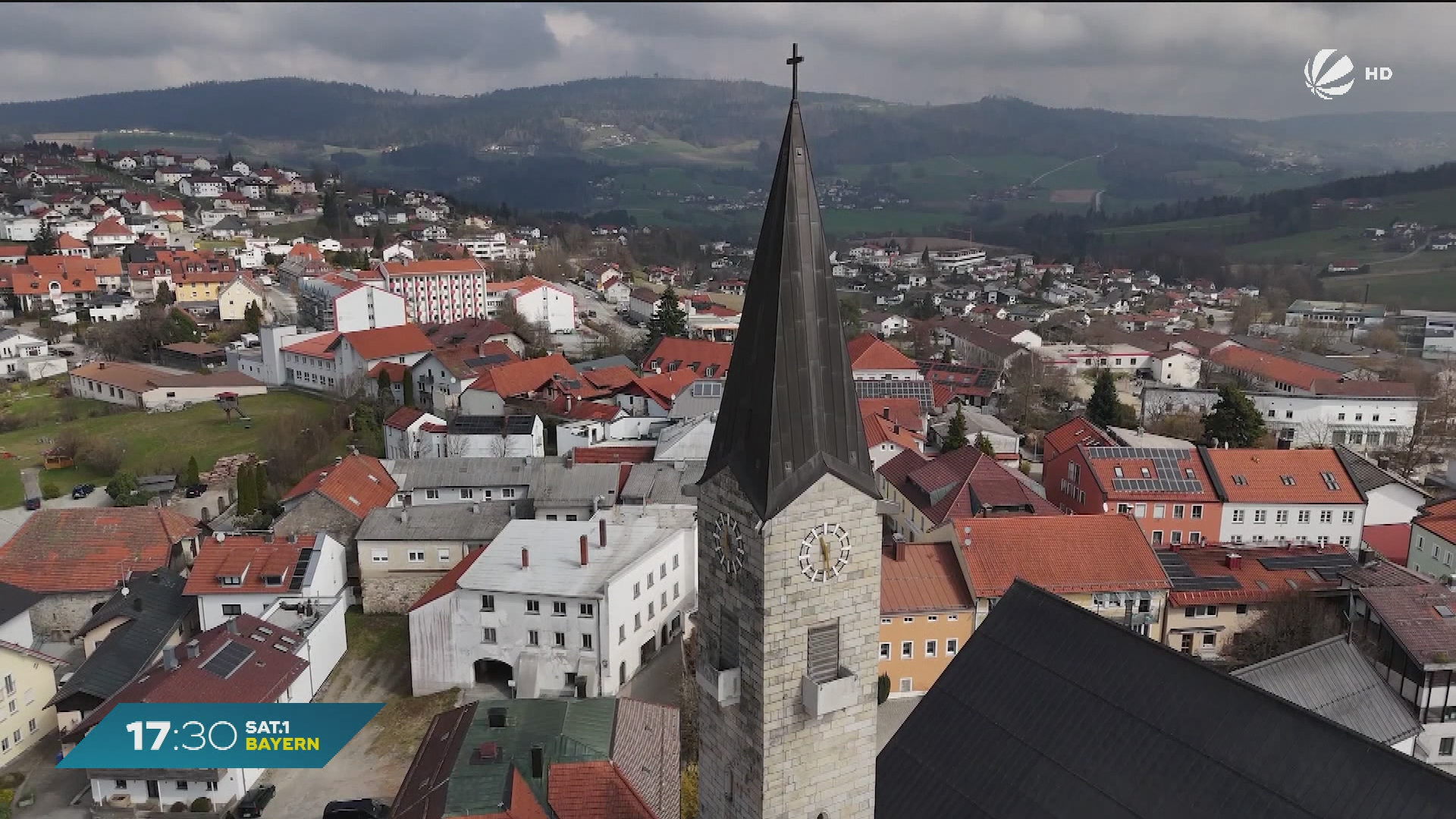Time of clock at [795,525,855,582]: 11:28
